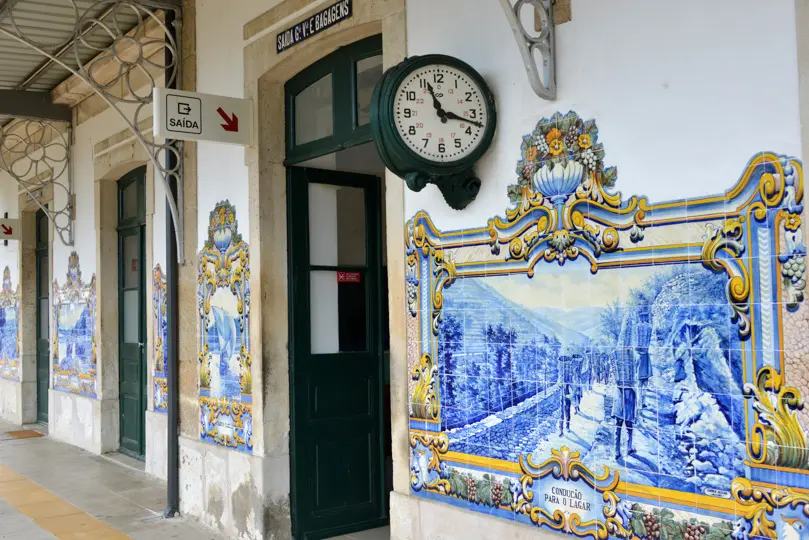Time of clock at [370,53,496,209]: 11:17
